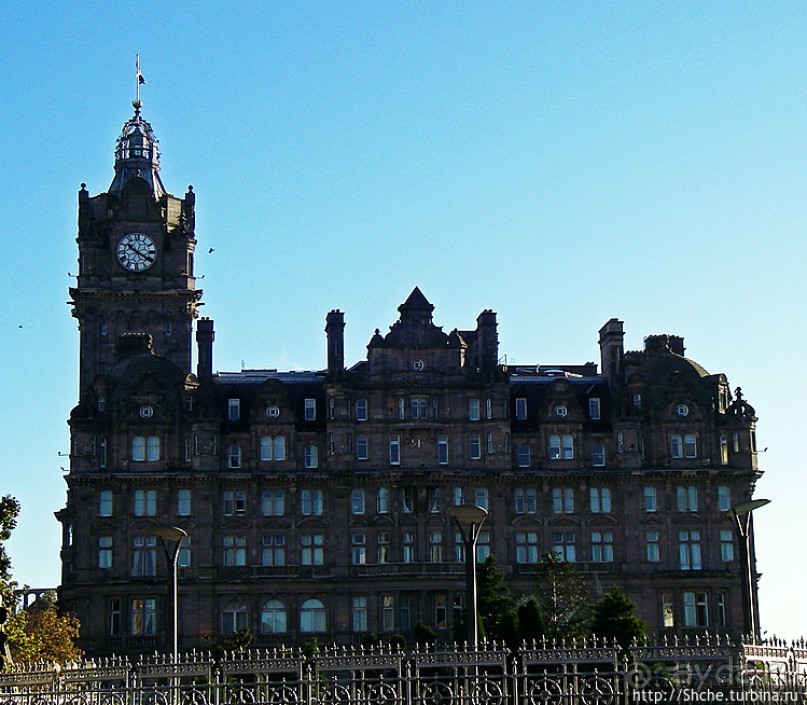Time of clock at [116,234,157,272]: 10:20
